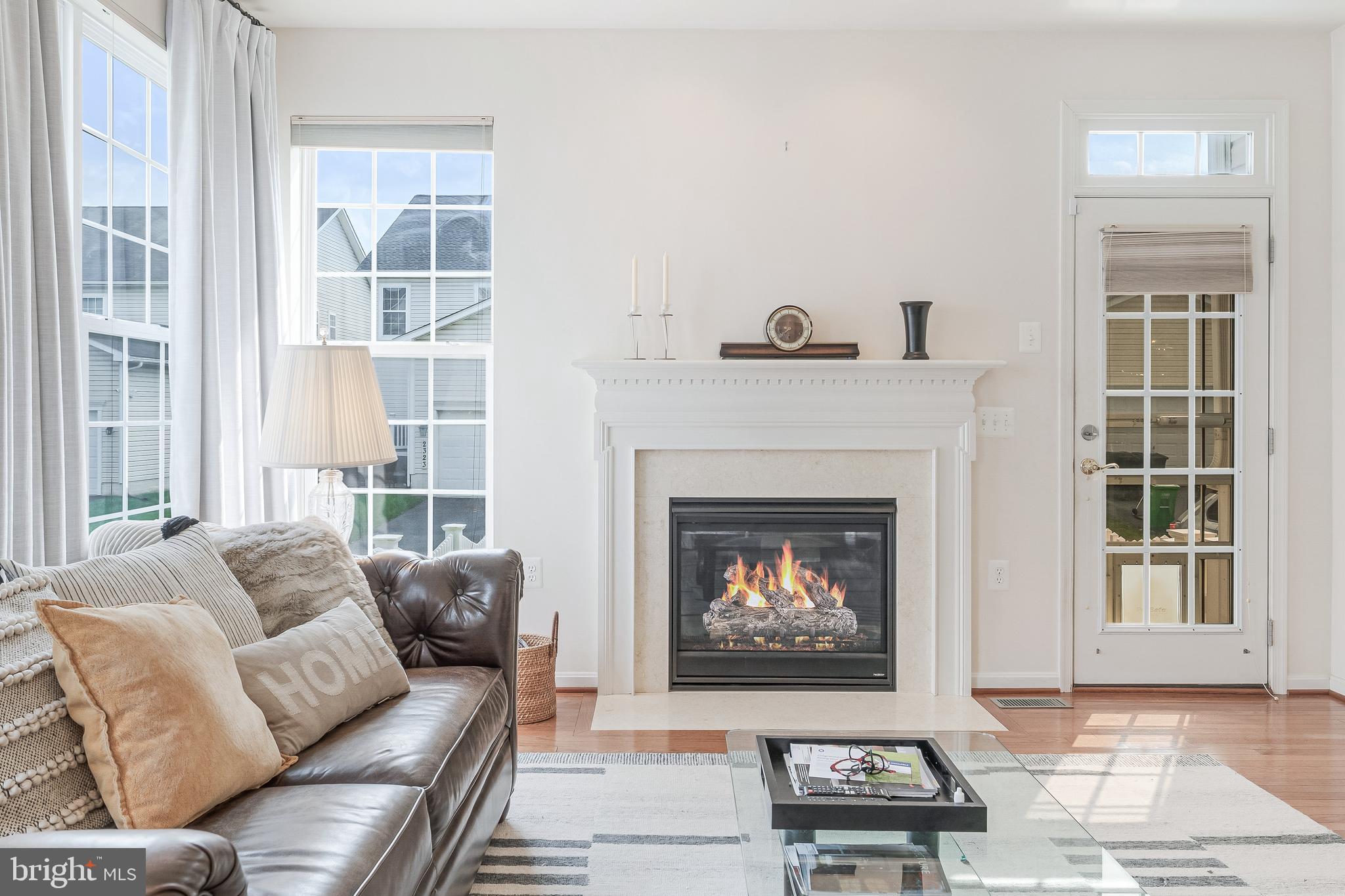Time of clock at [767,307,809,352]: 7:37
